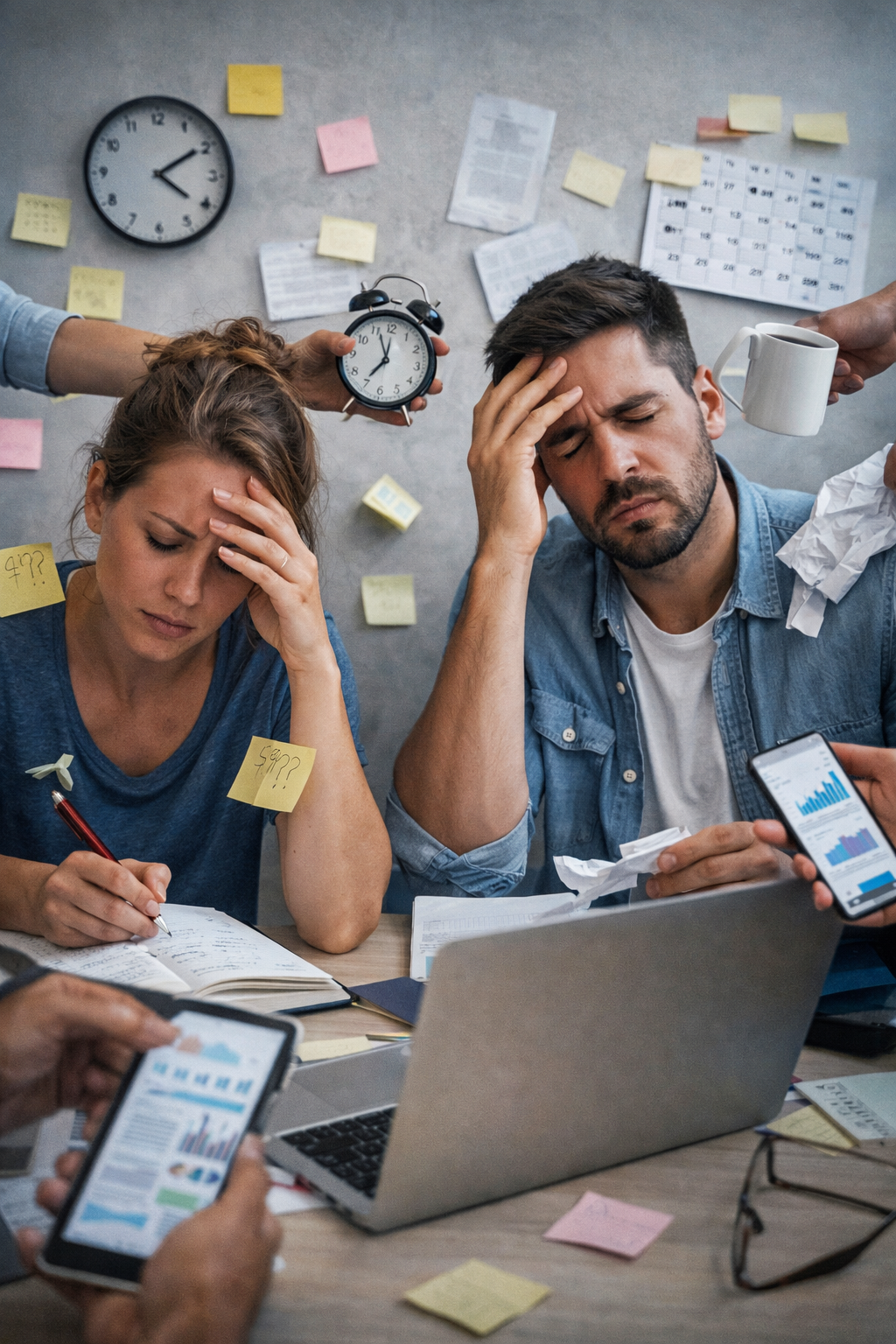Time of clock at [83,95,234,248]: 4:09
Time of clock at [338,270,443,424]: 6:56
